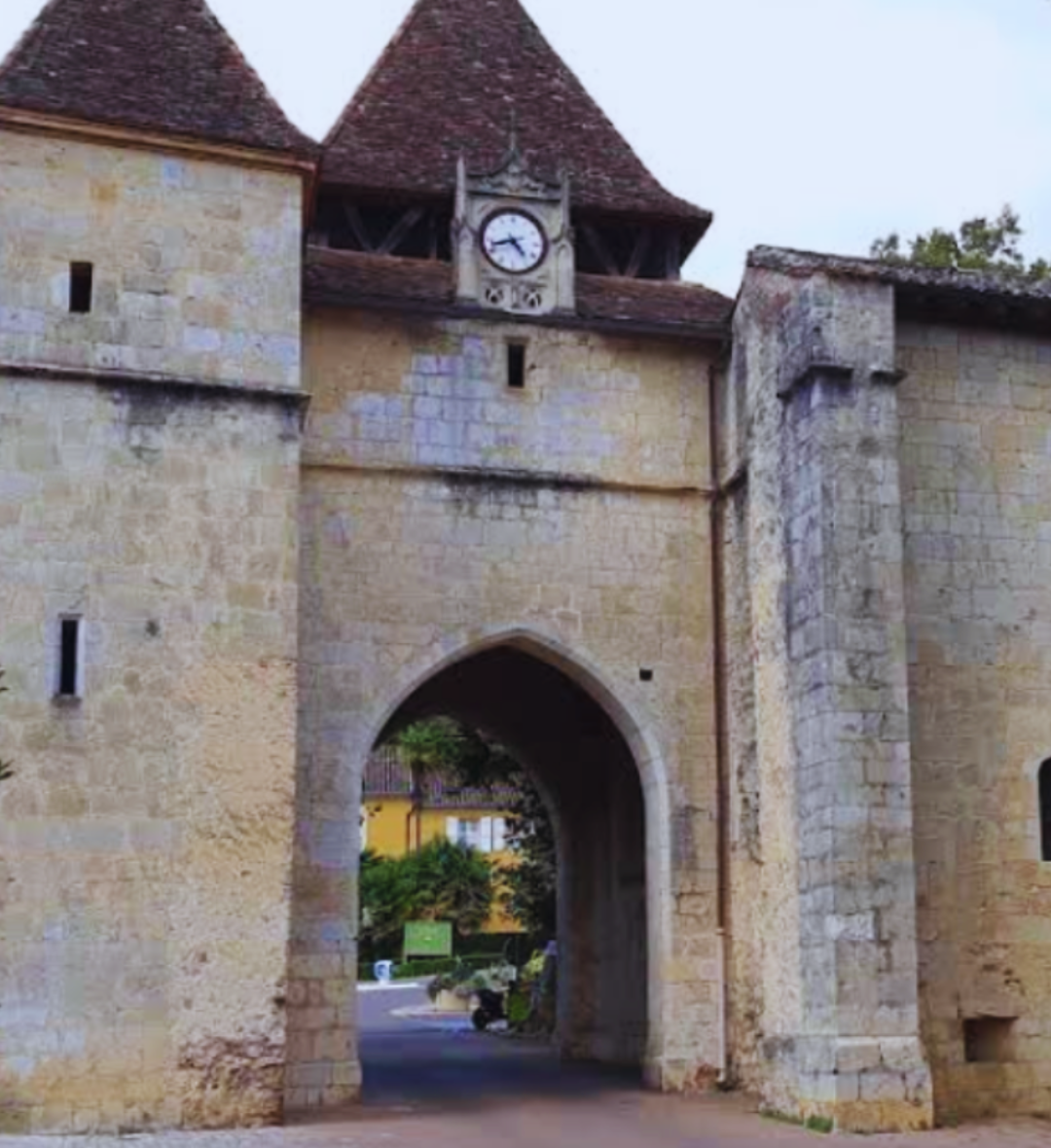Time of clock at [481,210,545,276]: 4:42
